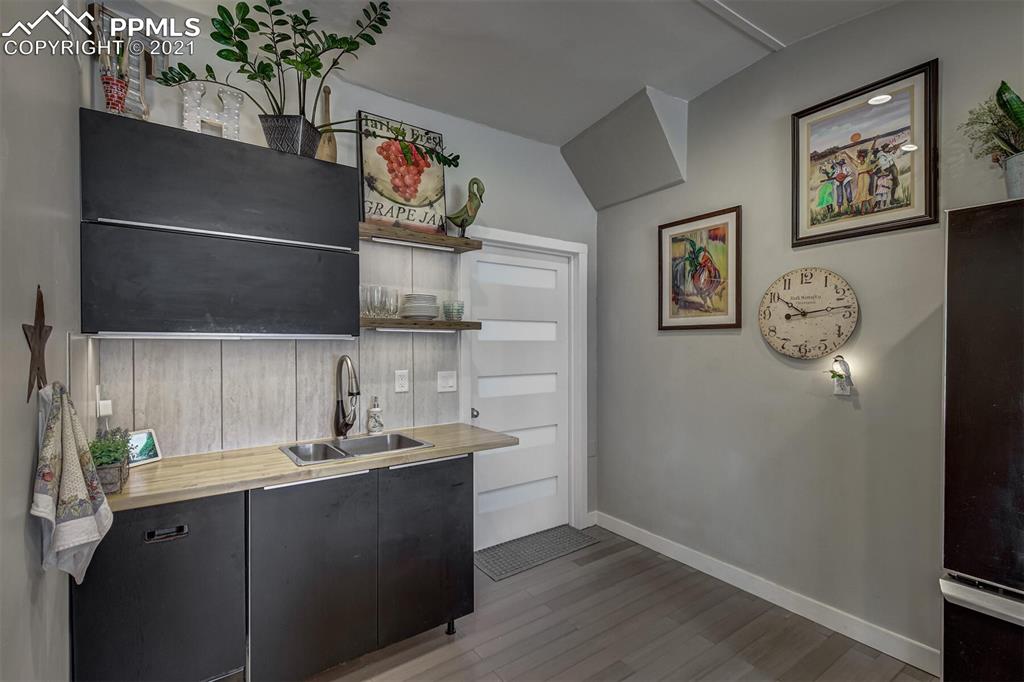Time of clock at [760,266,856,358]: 10:13
